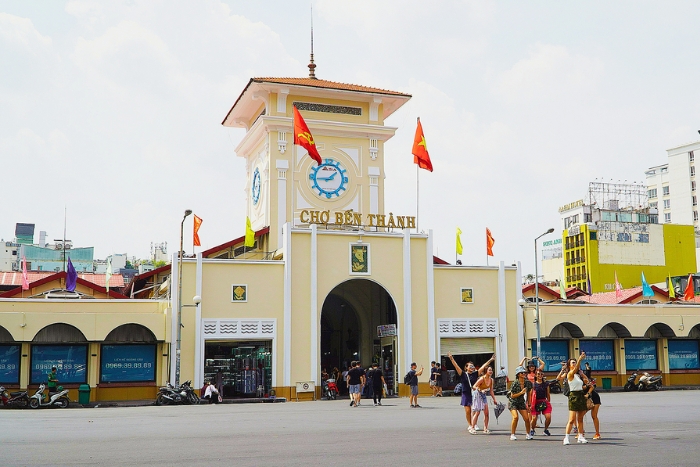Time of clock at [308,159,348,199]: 1:44
